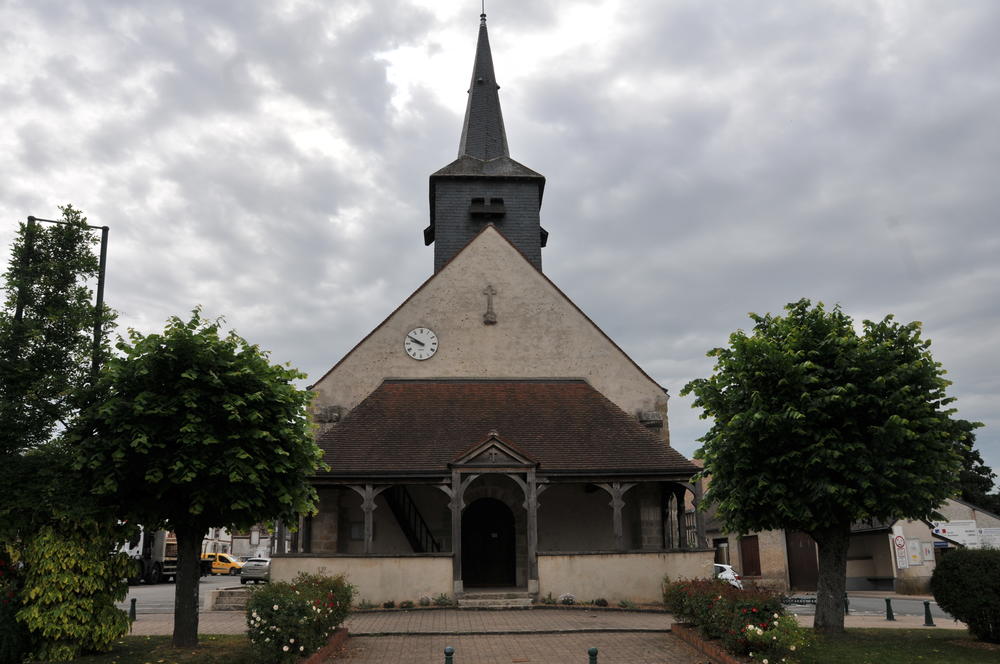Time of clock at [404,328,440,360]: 9:50
